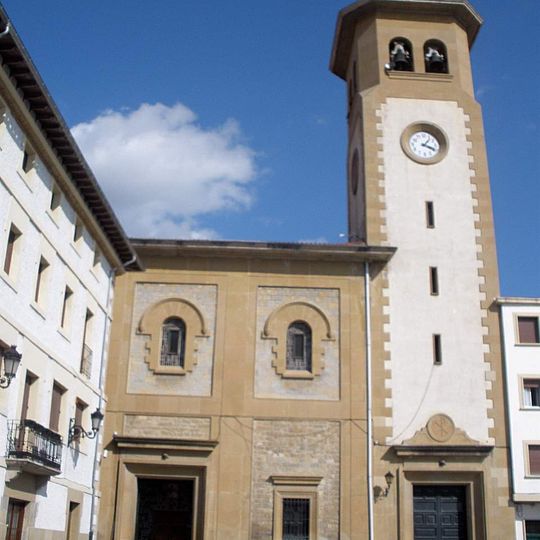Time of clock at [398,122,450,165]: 1:18
